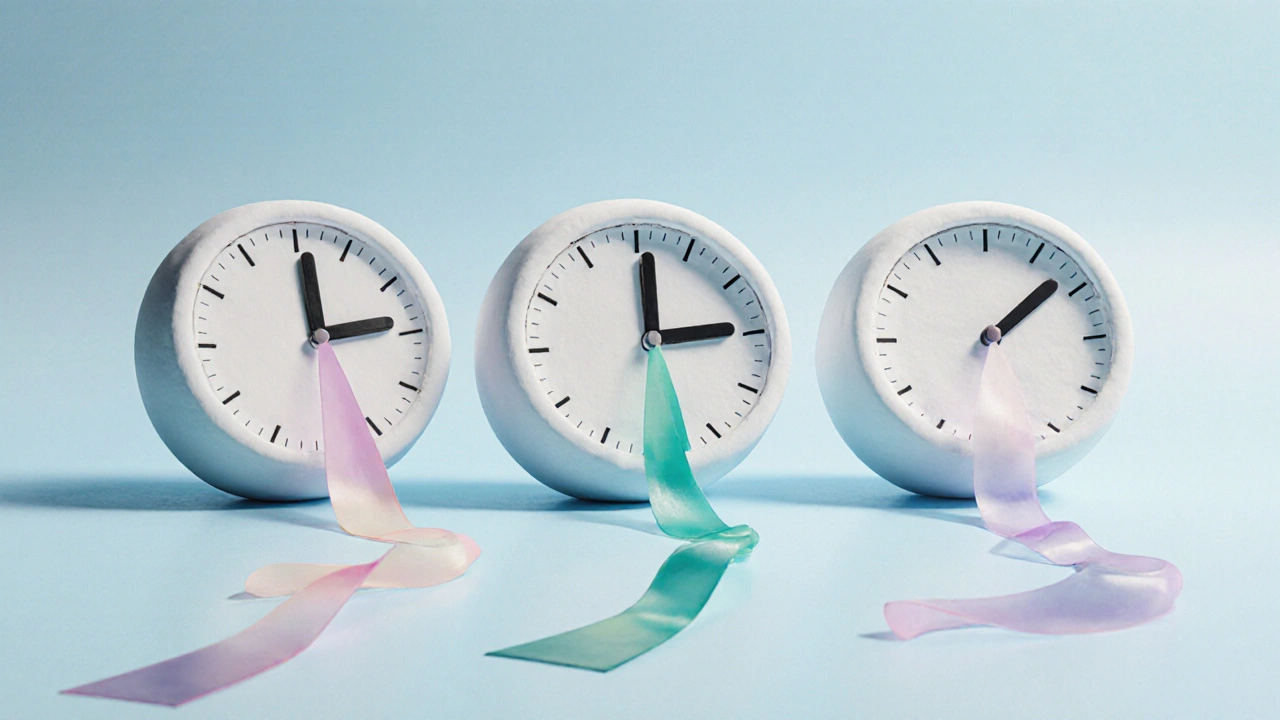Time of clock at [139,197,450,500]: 12:13
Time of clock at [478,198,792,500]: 12:14
